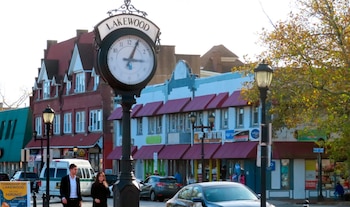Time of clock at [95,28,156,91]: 3:04
